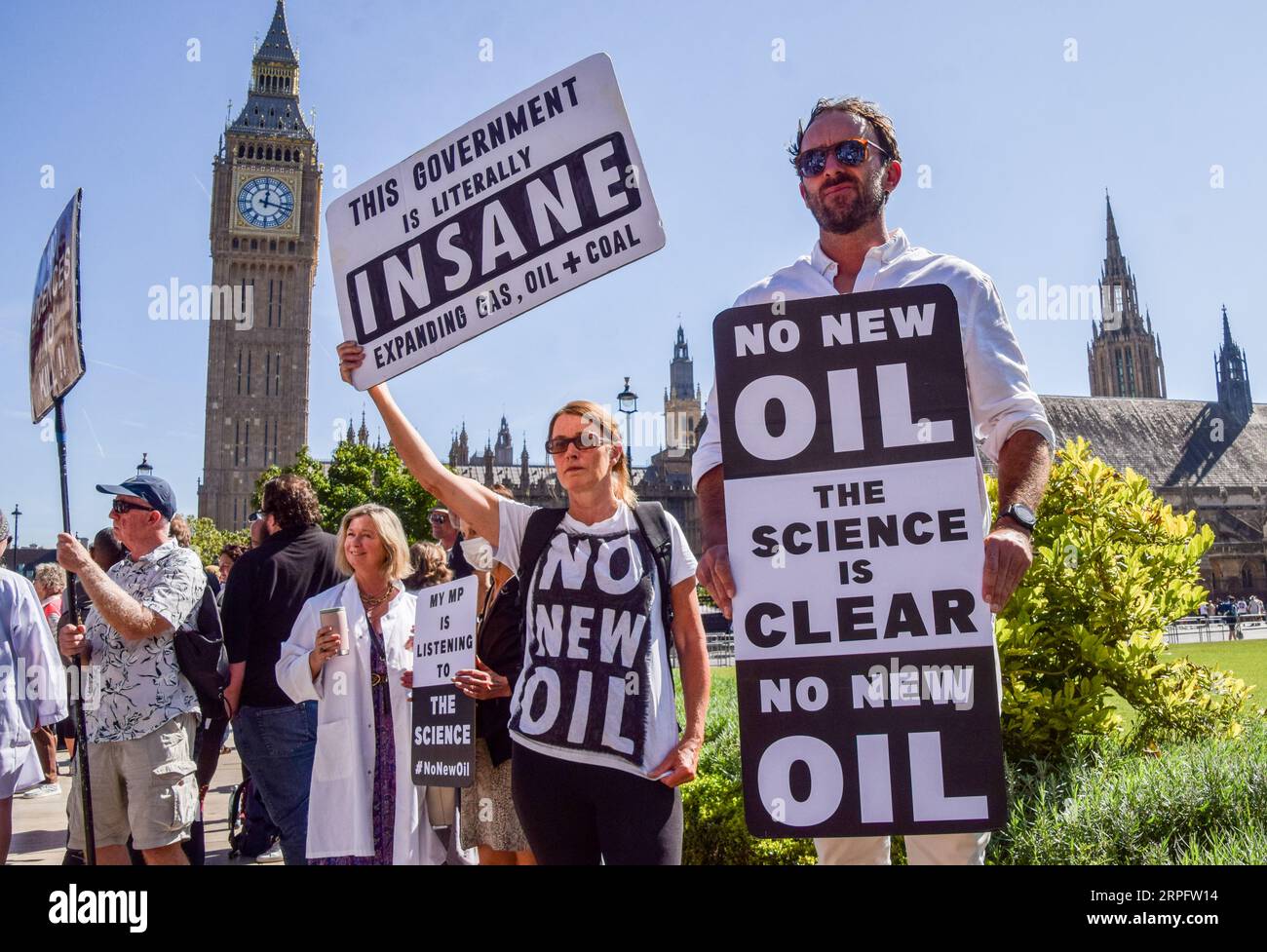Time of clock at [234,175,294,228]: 12:17
